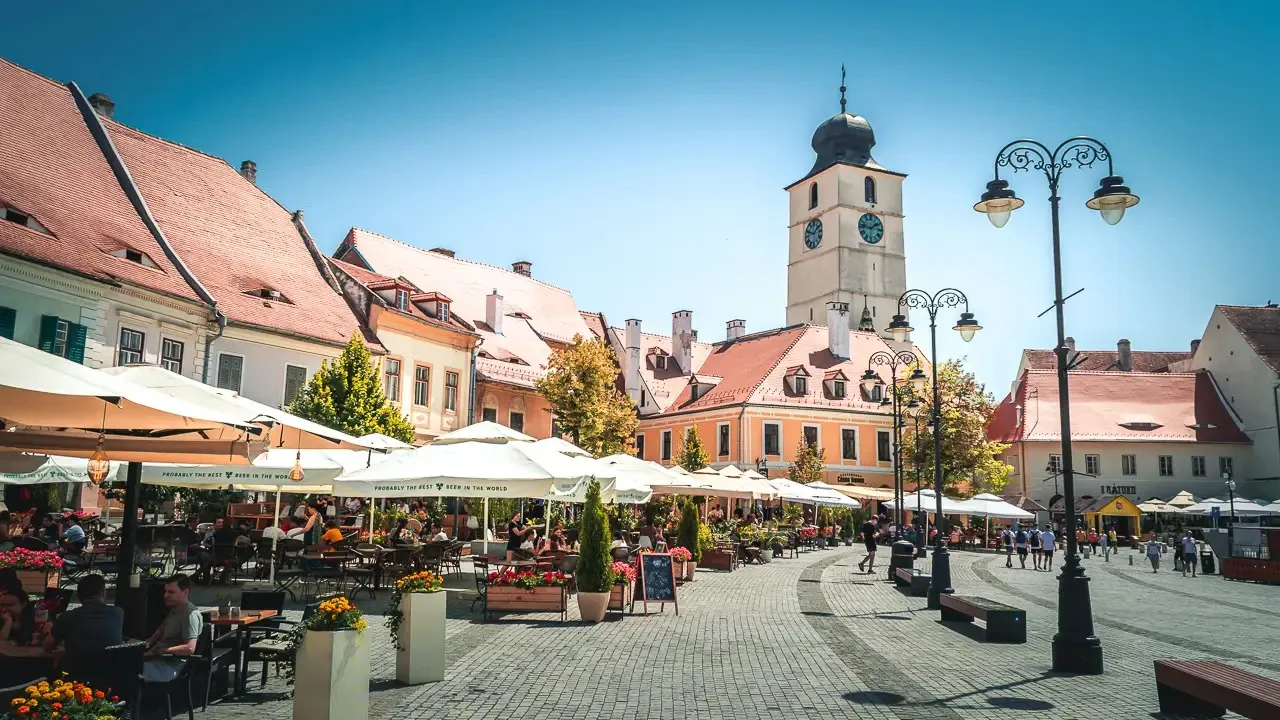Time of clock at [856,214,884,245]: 1:46
